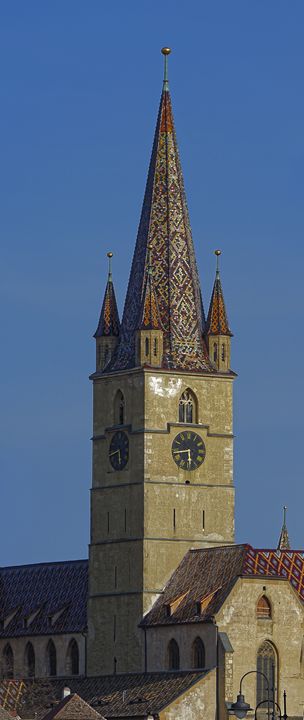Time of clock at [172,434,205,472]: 5:43
